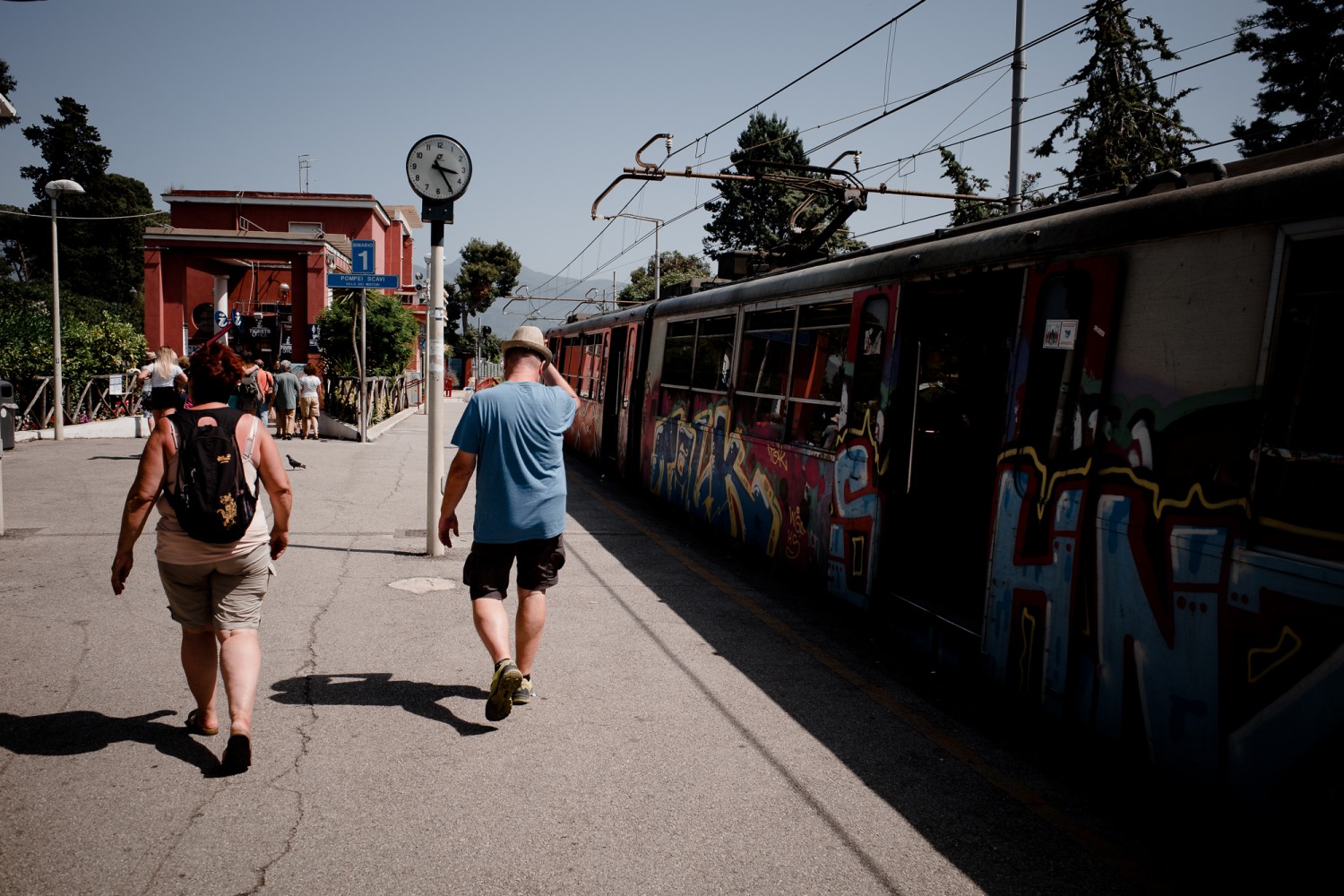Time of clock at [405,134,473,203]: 3:24
